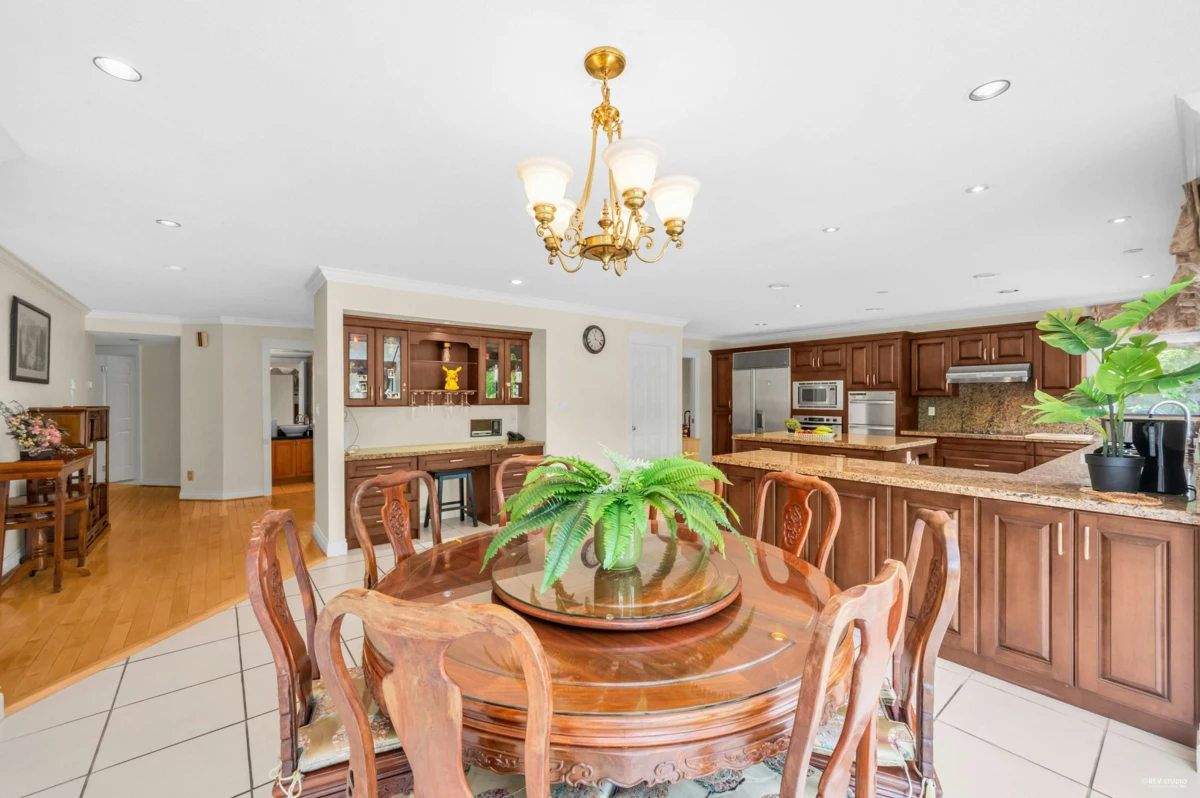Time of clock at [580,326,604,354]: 11:19
